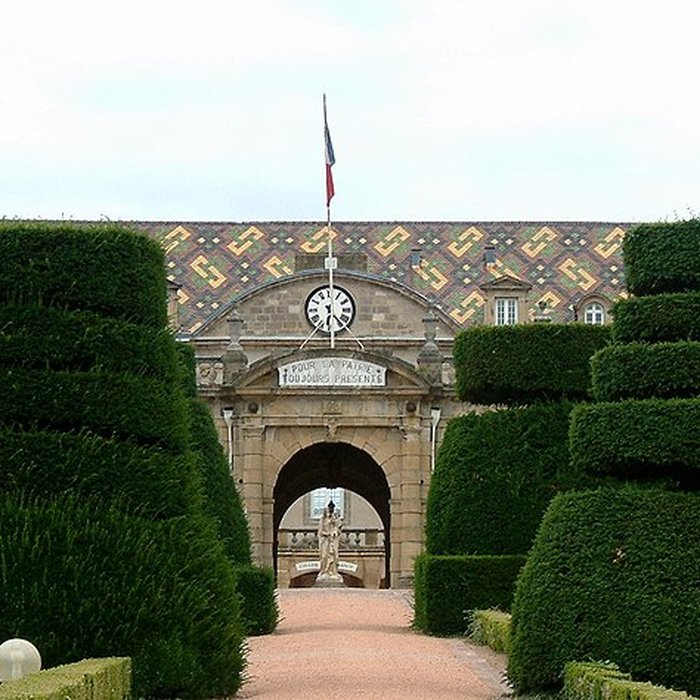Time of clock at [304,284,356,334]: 6:23
